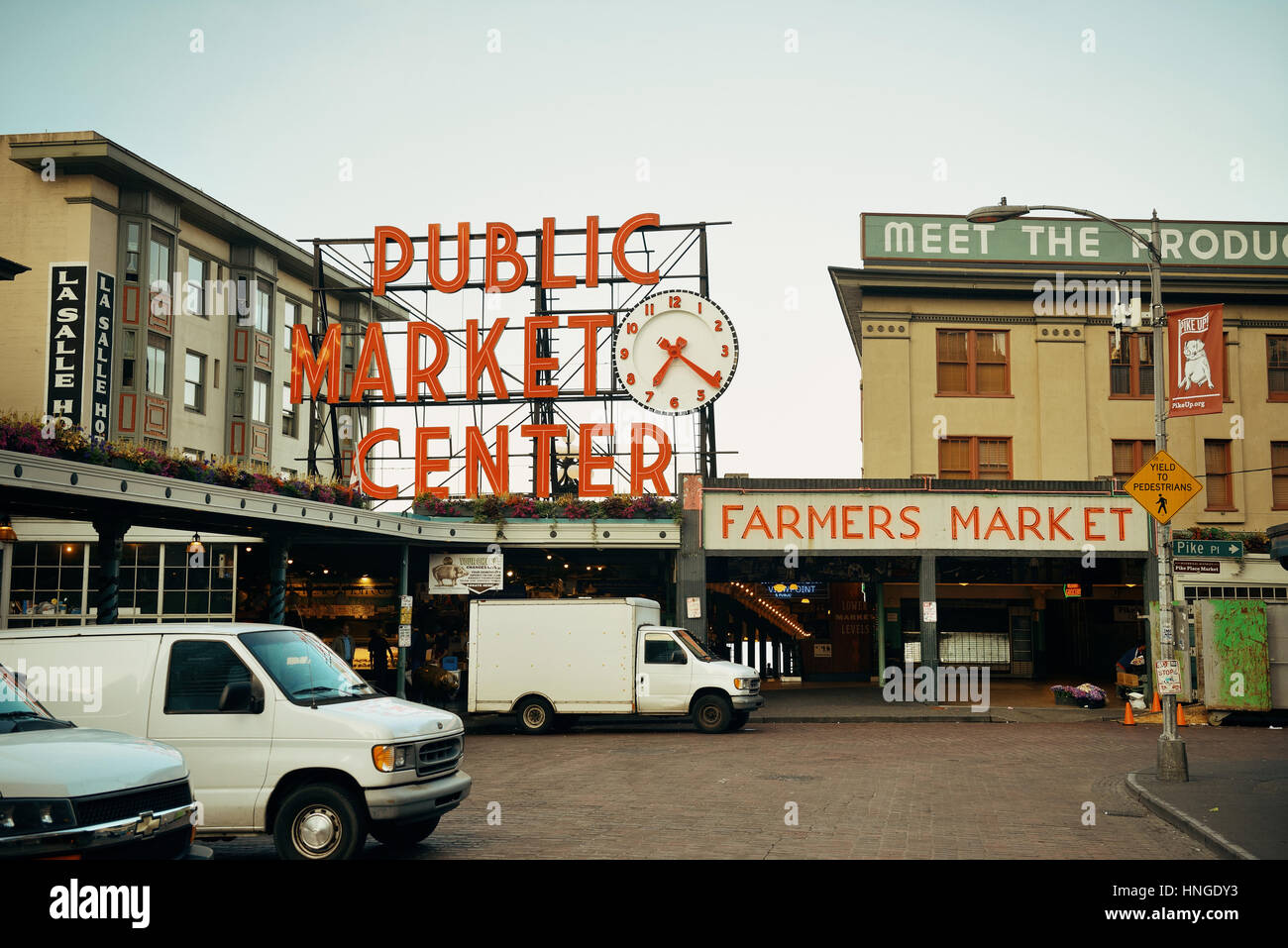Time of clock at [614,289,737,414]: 7:20
